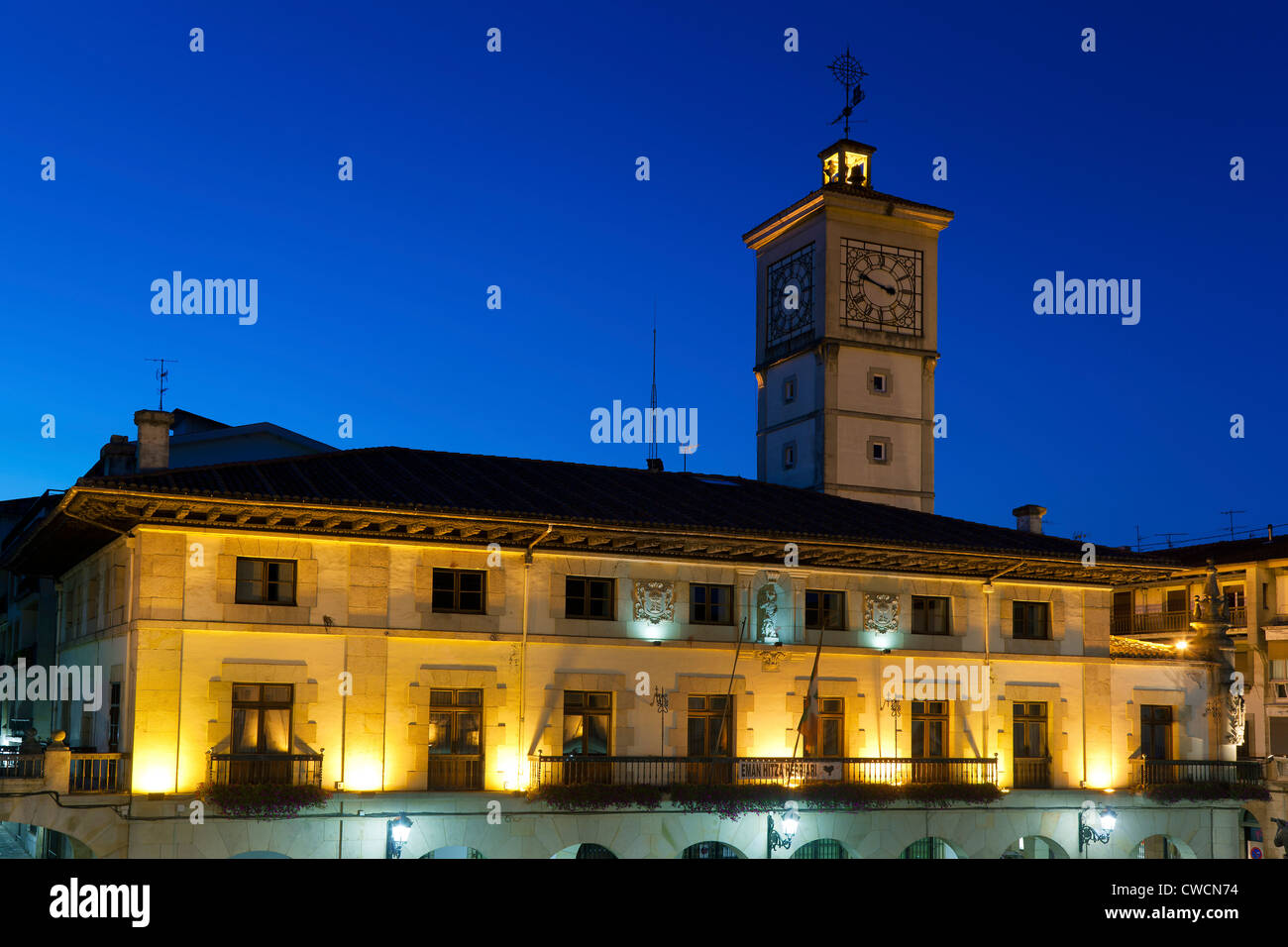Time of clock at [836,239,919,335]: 3:48
